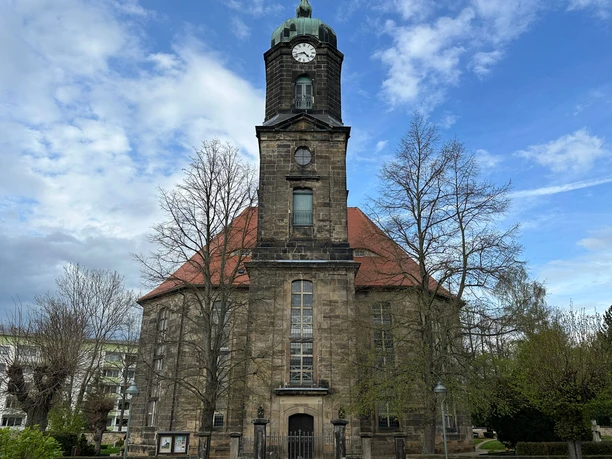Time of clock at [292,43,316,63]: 4:42
